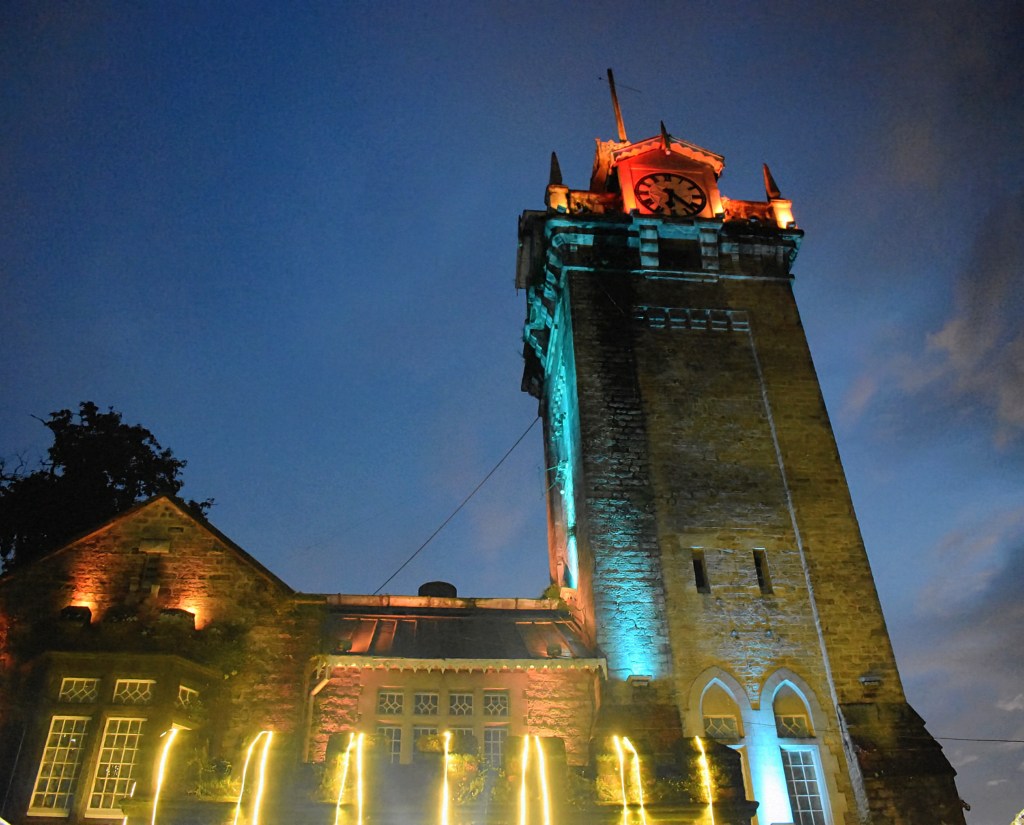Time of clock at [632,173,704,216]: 6:21
